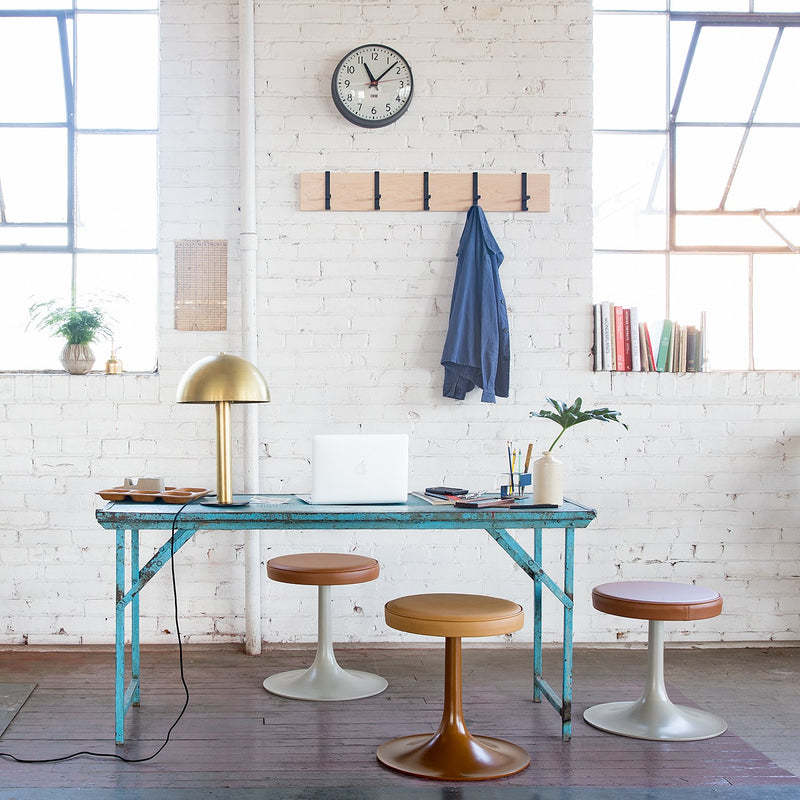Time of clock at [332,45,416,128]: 11:07
